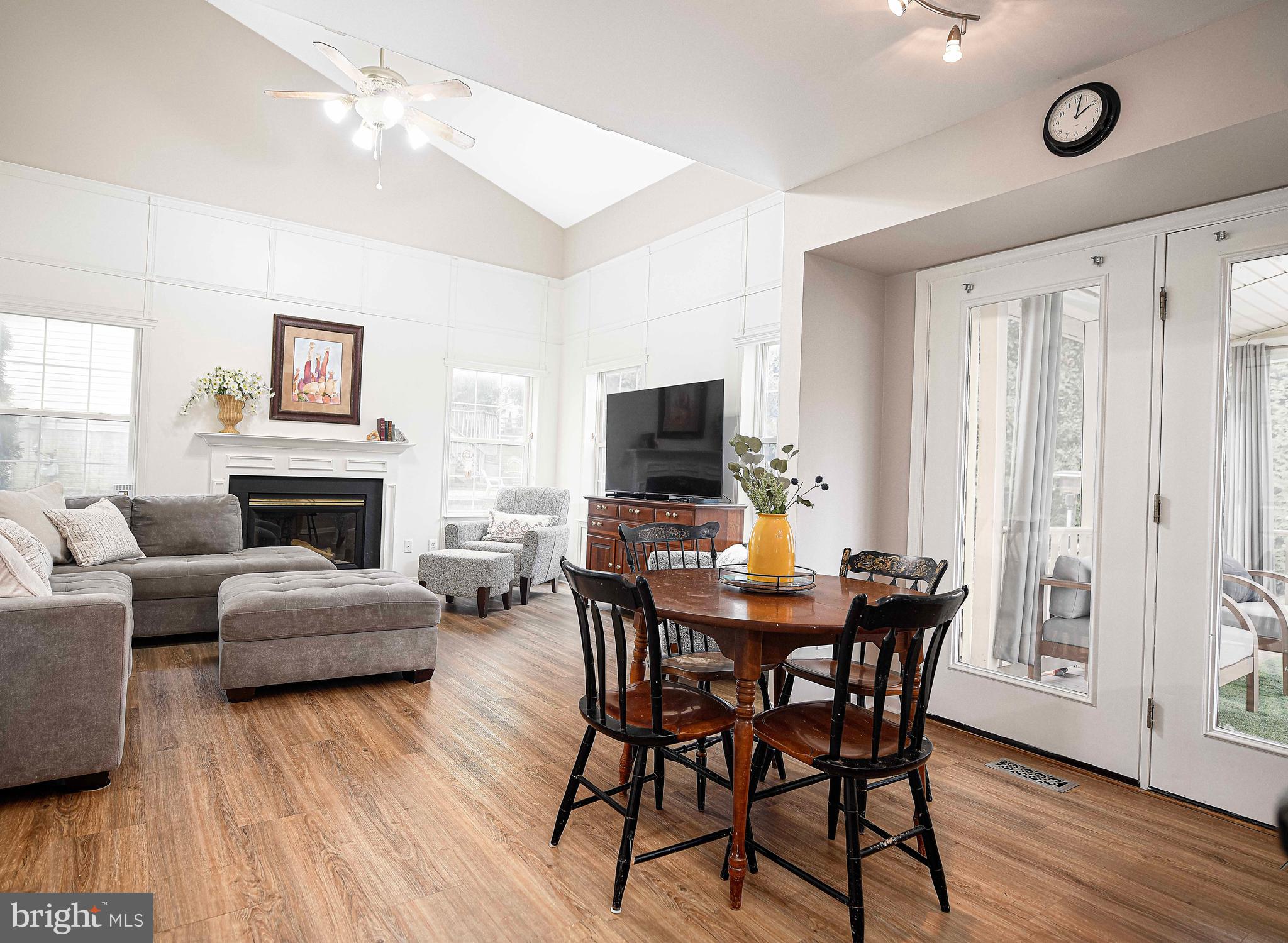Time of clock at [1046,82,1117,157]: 2:01
